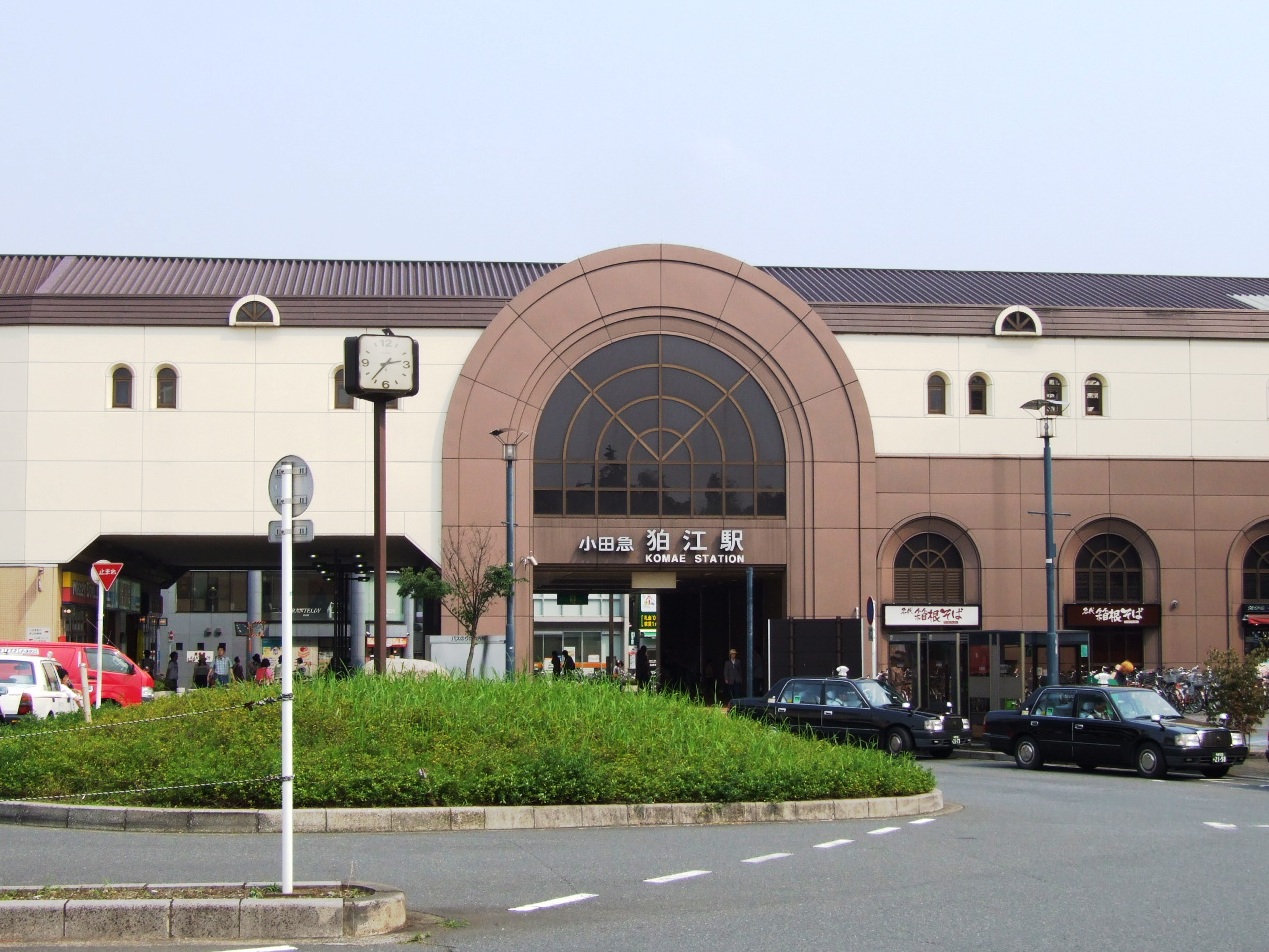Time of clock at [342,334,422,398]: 2:36
